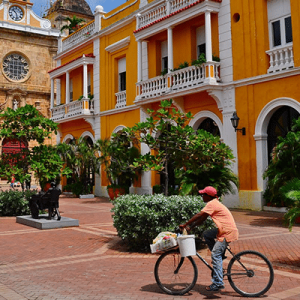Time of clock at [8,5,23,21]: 10:28
